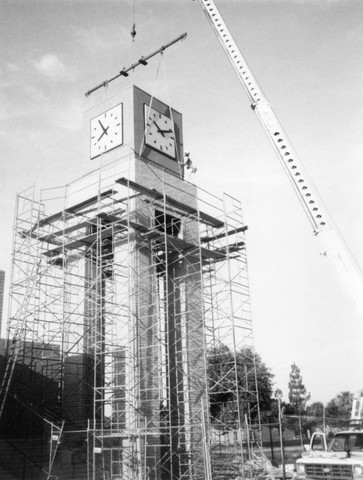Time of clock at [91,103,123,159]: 7:54
